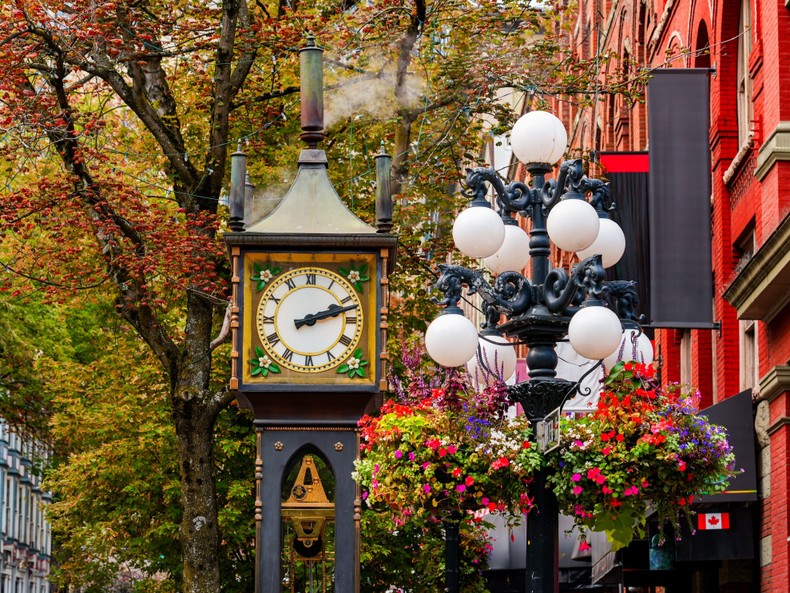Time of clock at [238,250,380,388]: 2:12
